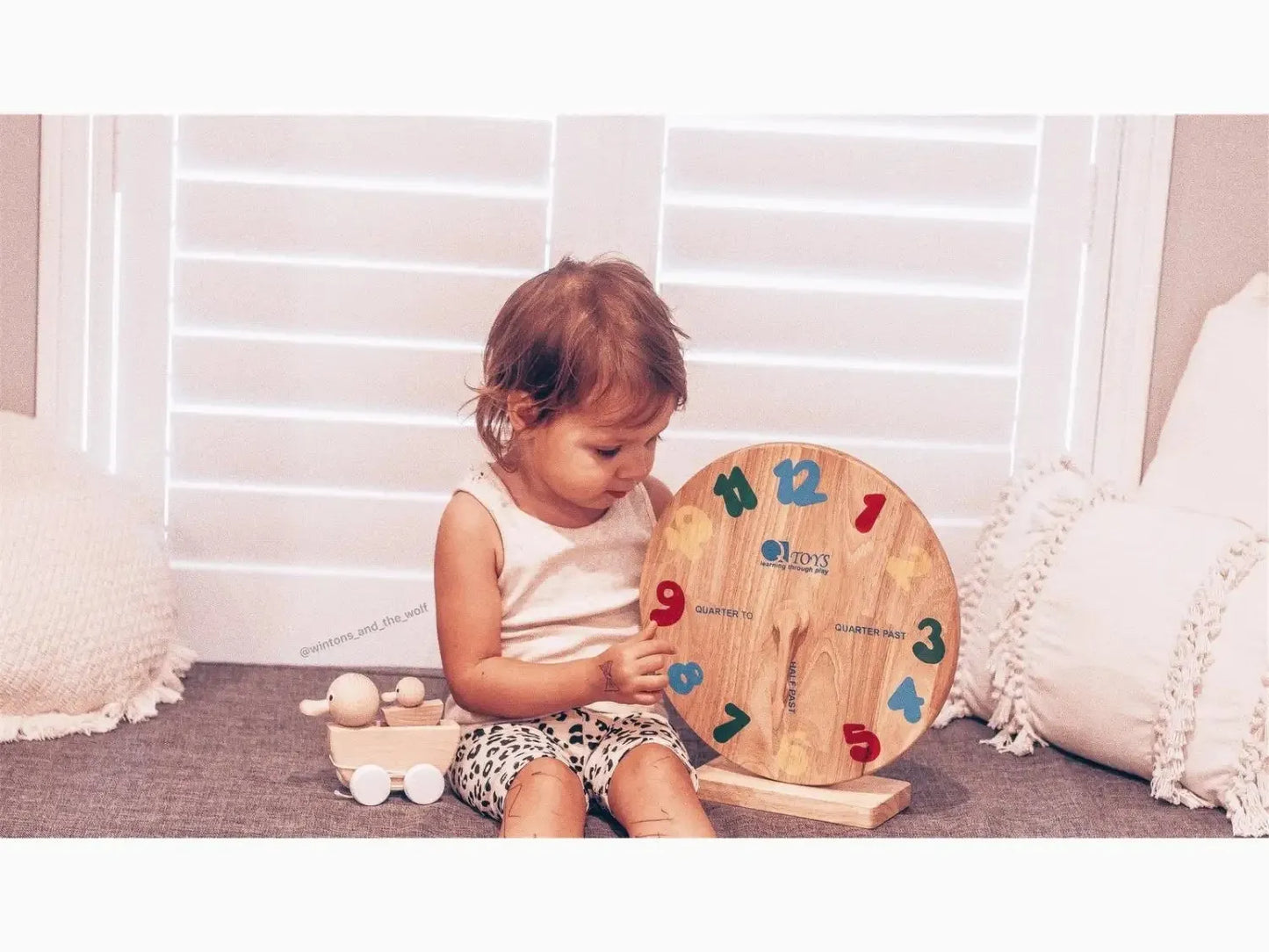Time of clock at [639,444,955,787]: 6:15
